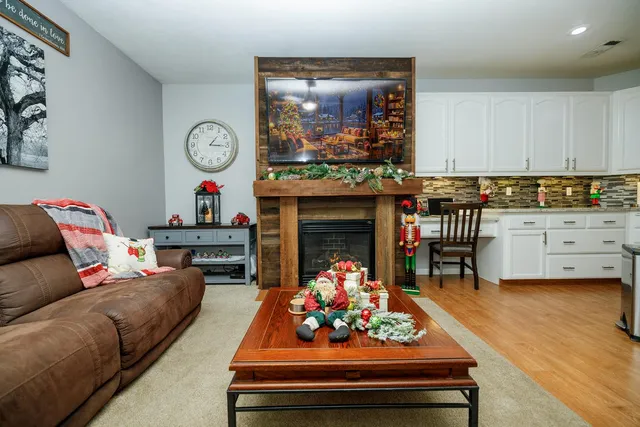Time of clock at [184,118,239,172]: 1:15
